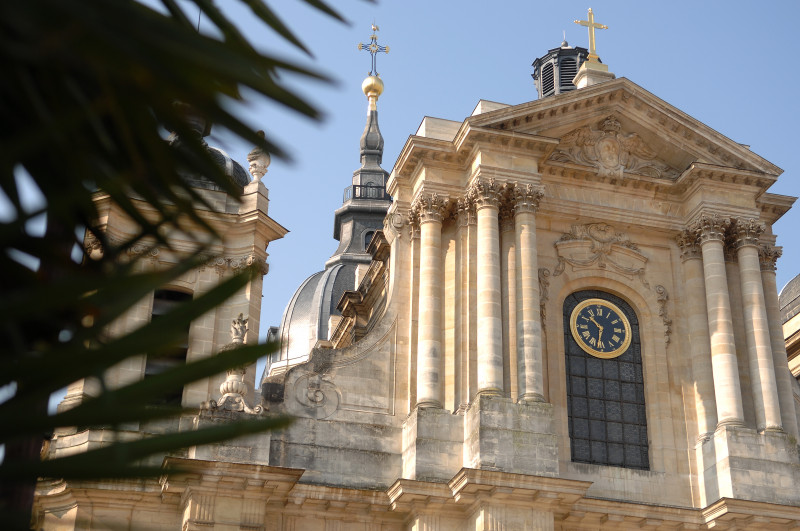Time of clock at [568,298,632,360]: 10:32
